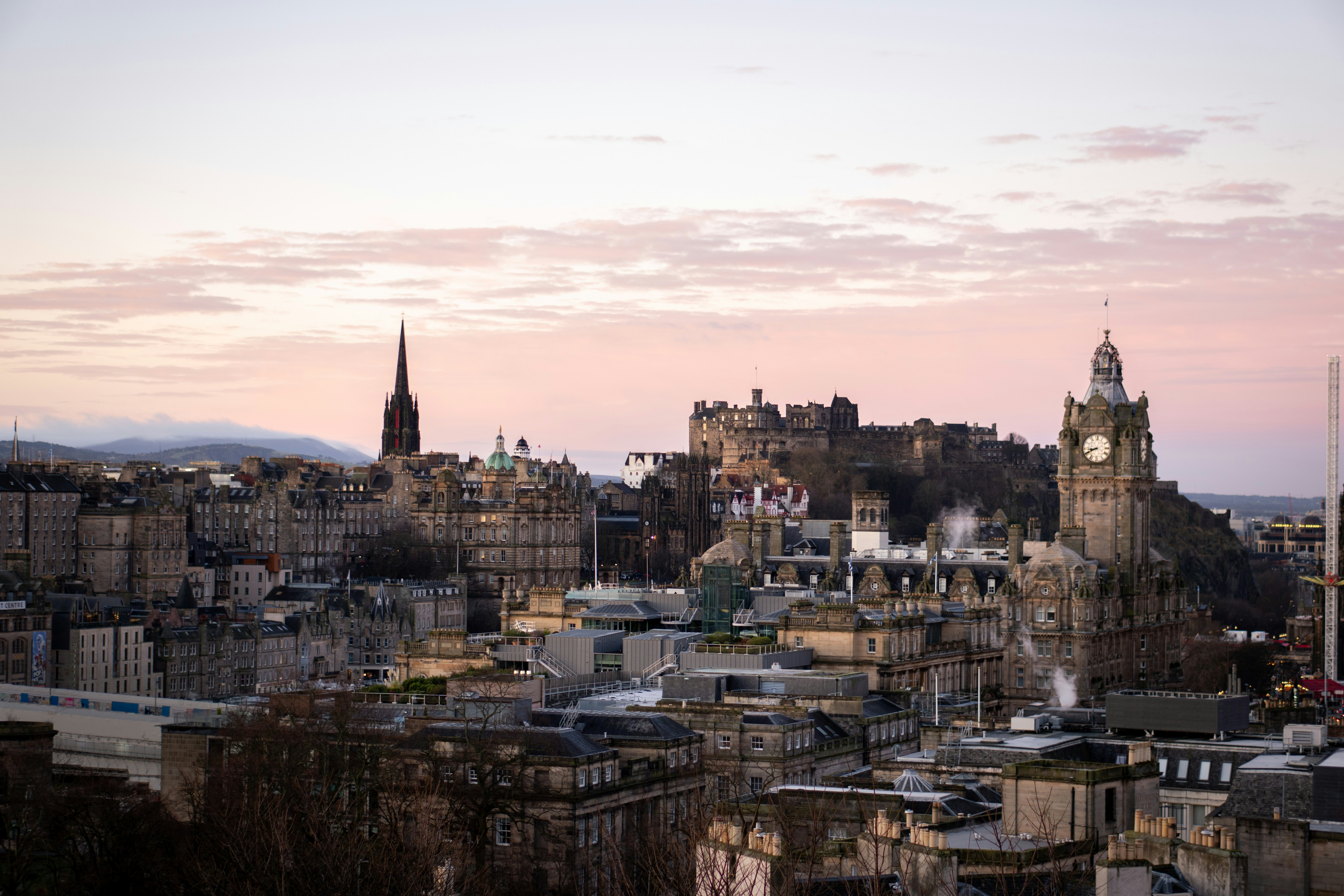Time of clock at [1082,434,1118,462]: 8:40
